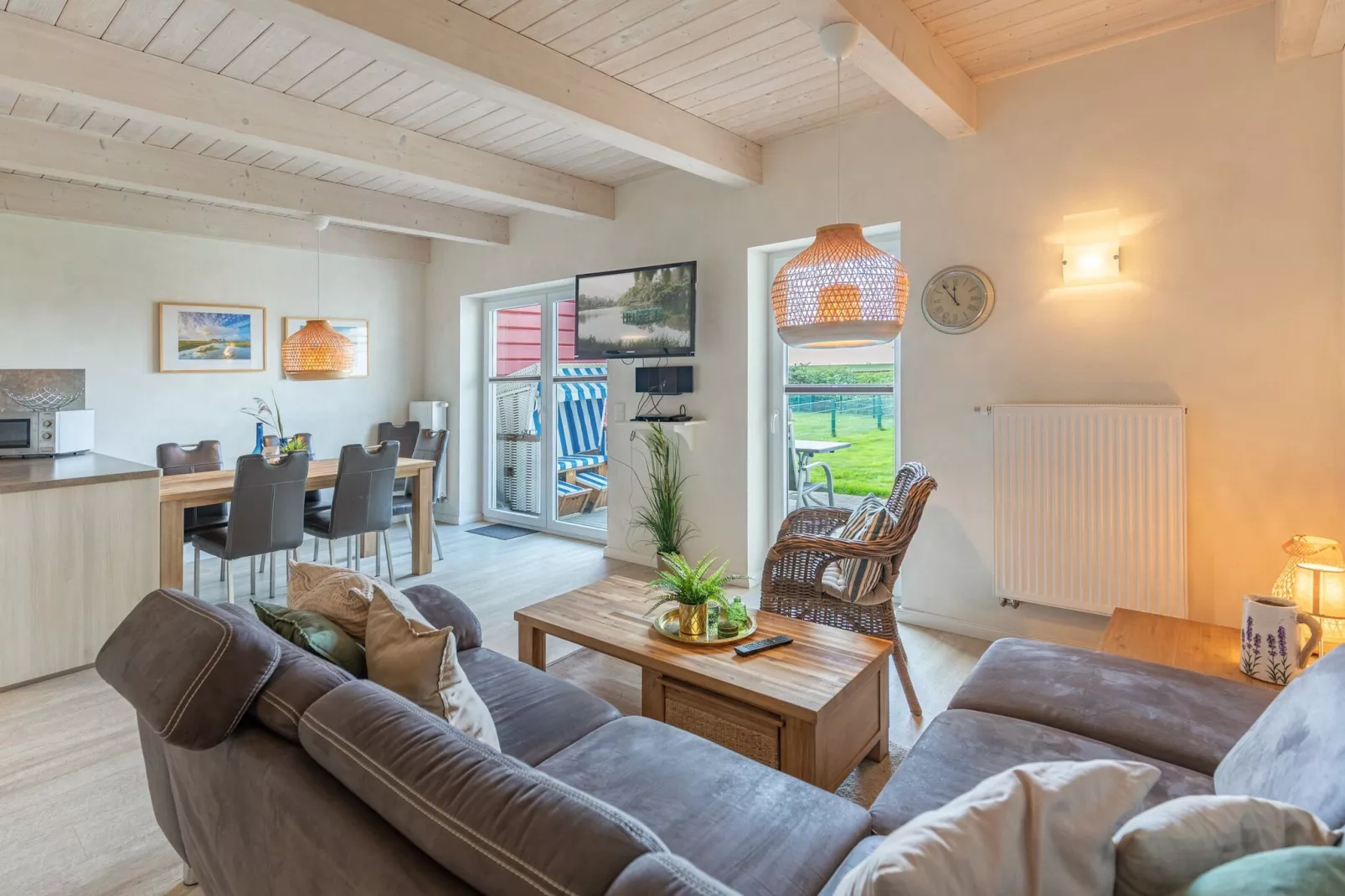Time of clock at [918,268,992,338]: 11:53
